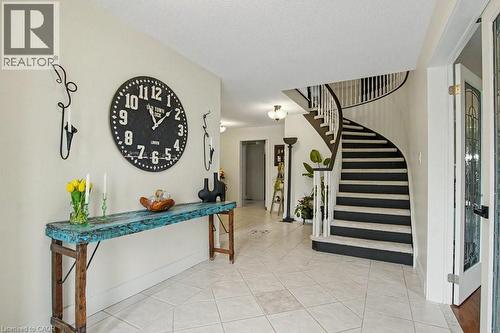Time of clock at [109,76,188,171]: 11:07
